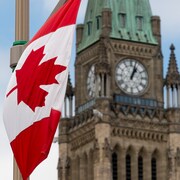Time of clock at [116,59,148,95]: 1:02
